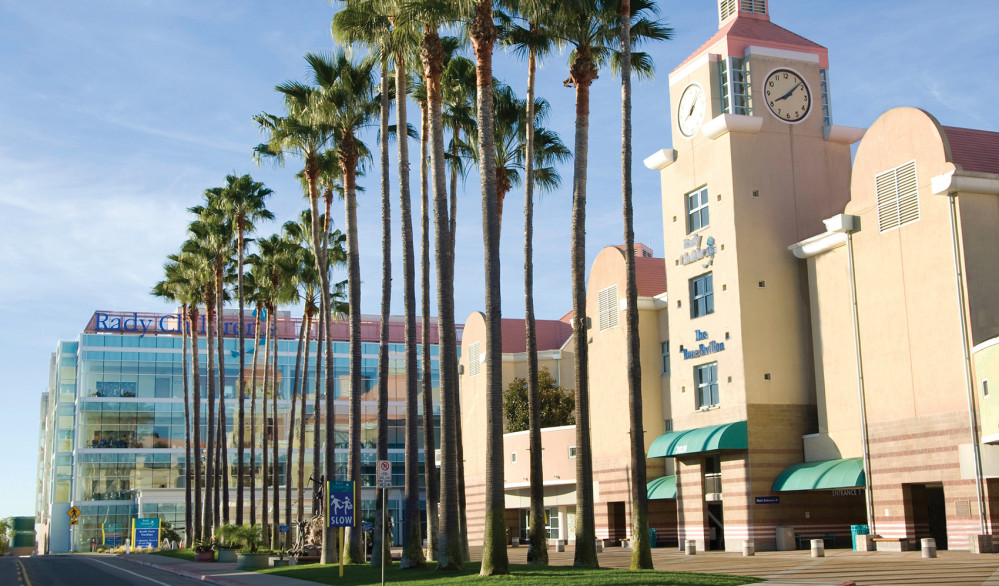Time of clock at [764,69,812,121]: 8:07
